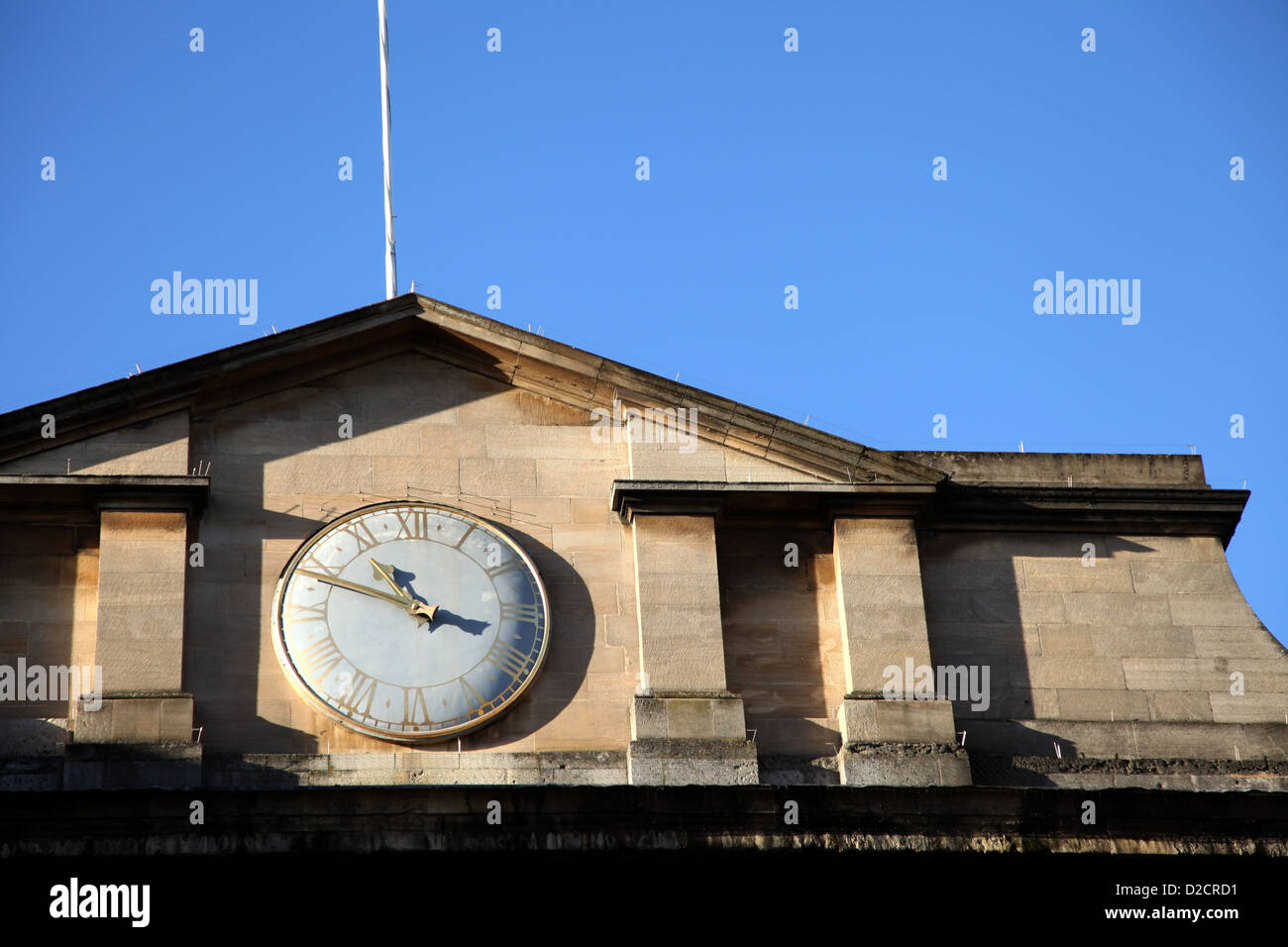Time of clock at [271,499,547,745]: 10:48
